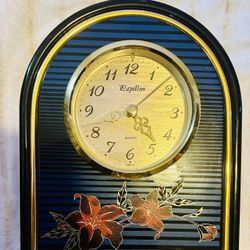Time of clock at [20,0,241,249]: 4:08
